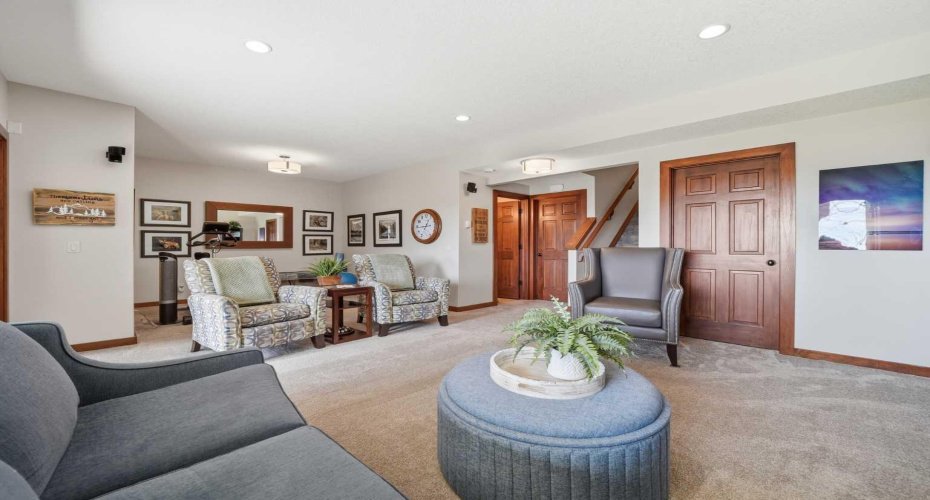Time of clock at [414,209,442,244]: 12:44
